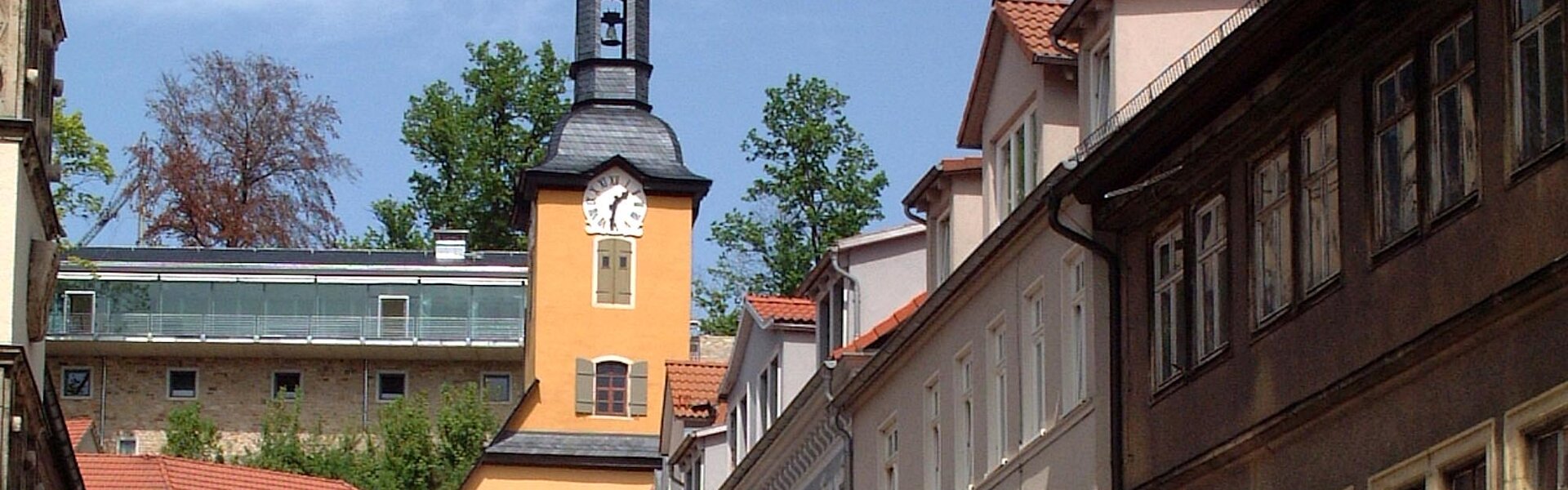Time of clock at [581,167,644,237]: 1:31
